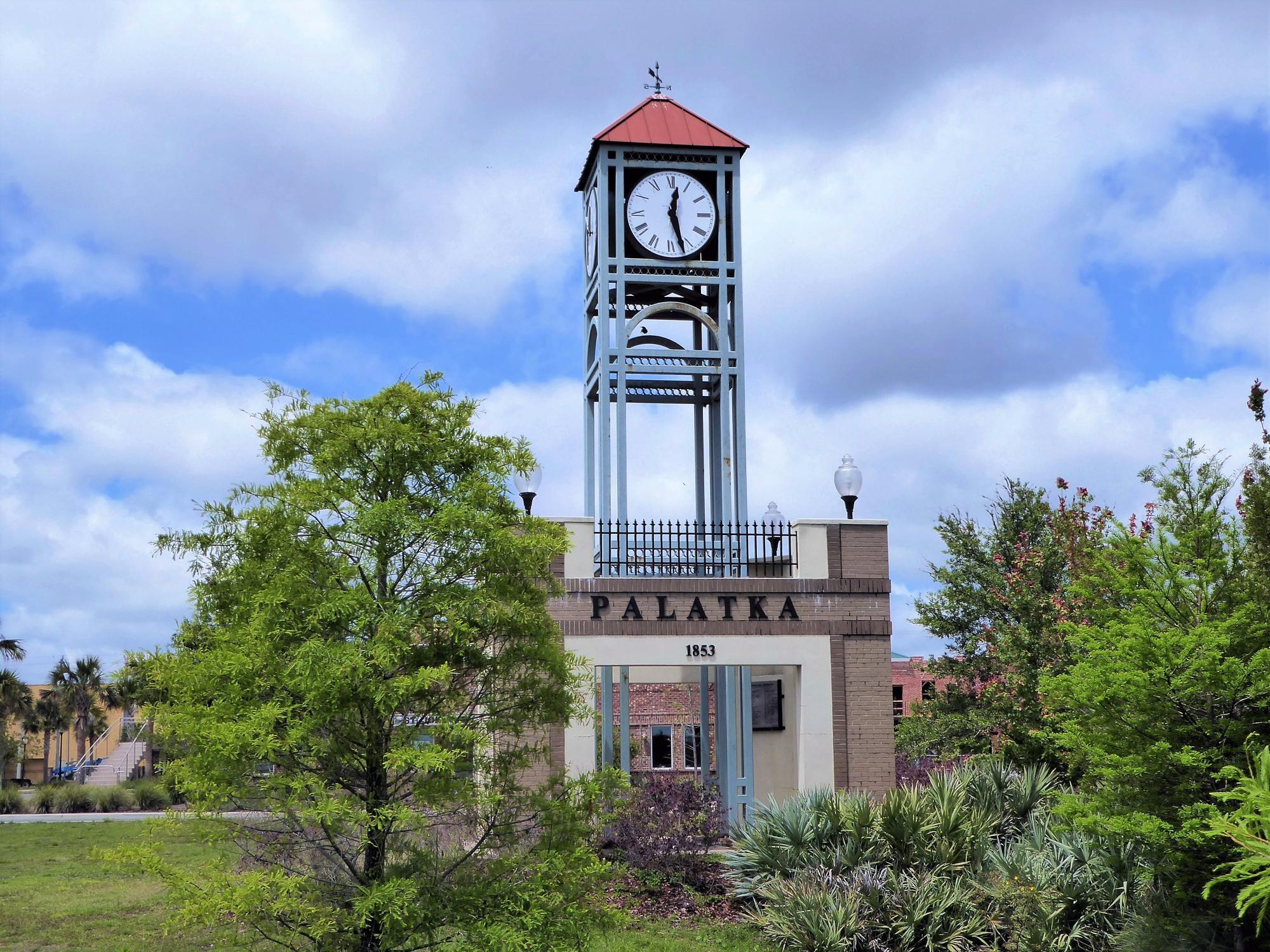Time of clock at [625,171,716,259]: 12:27
